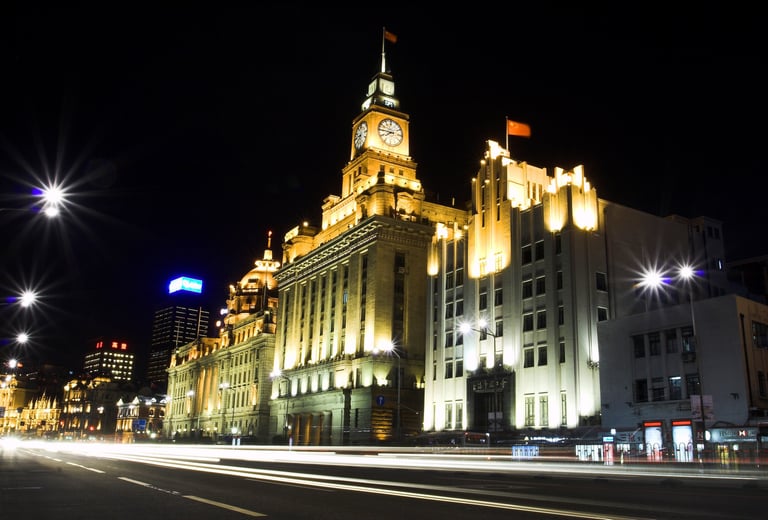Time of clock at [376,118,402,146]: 7:45
